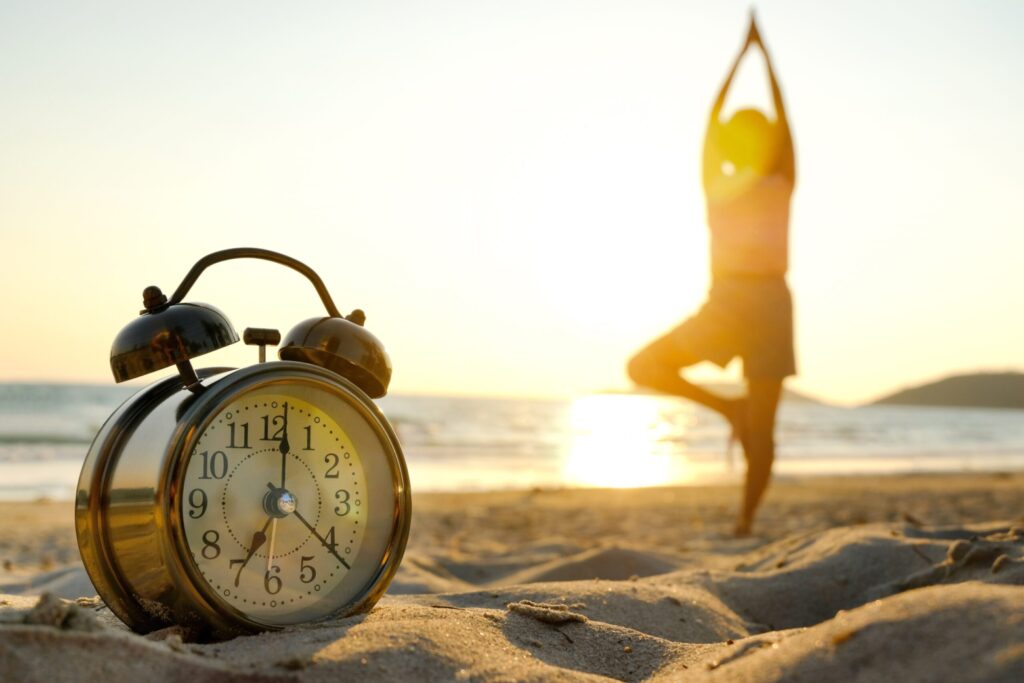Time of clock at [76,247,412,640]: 7:01
